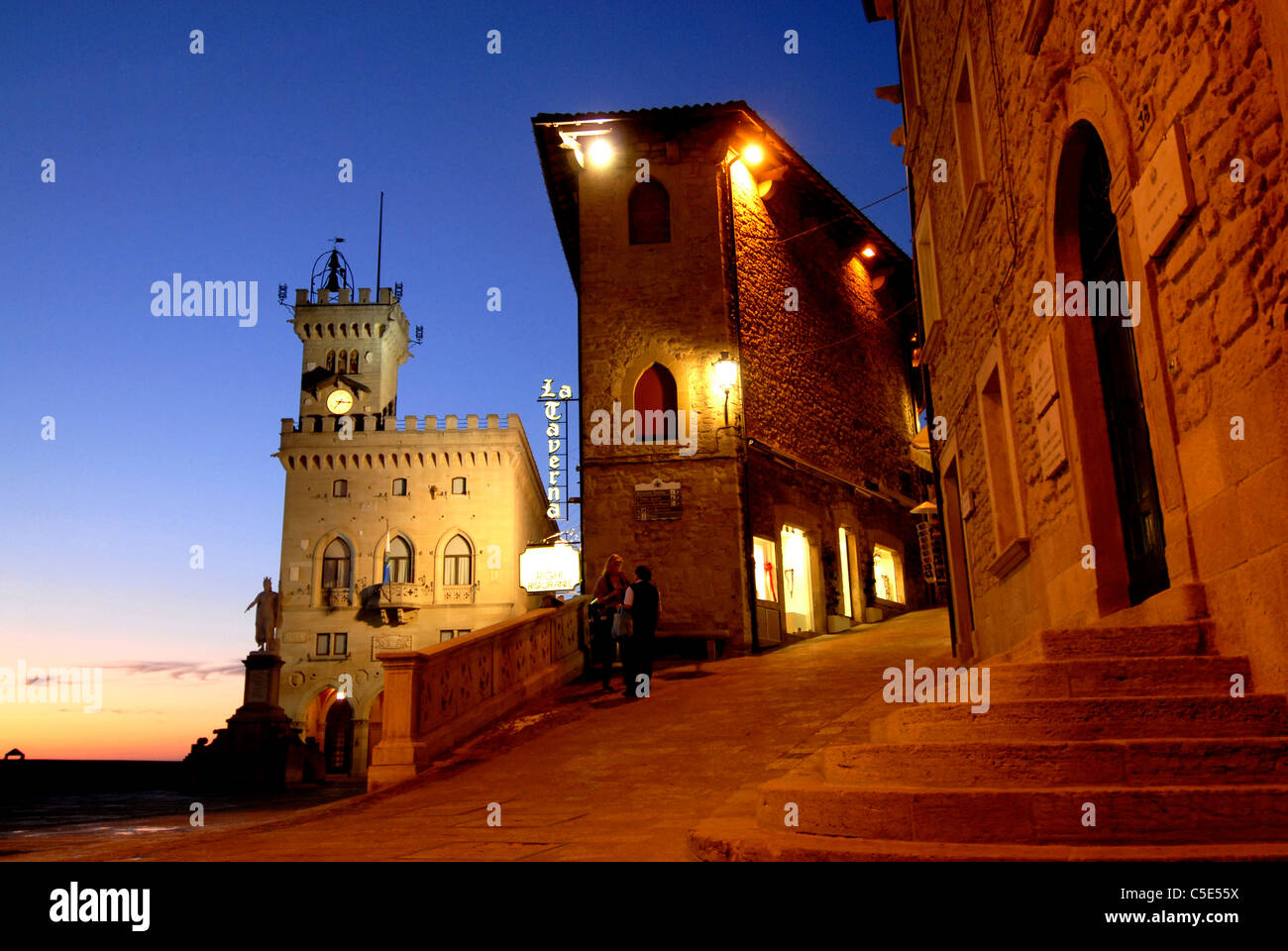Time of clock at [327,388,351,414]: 7:15
